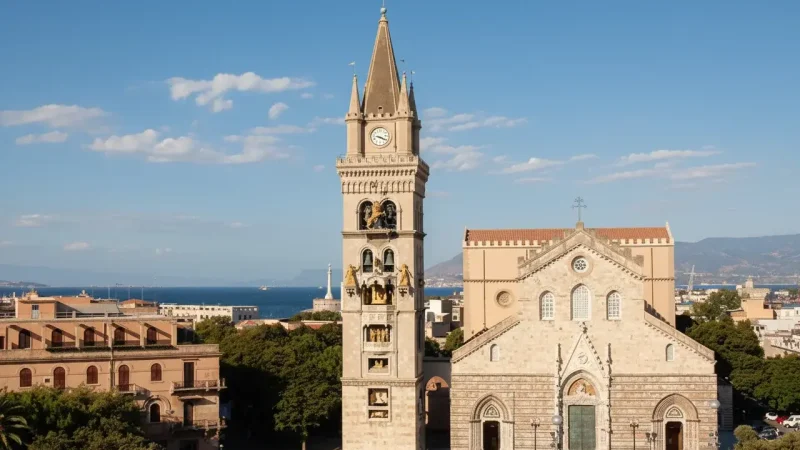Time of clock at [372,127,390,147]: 9:20
